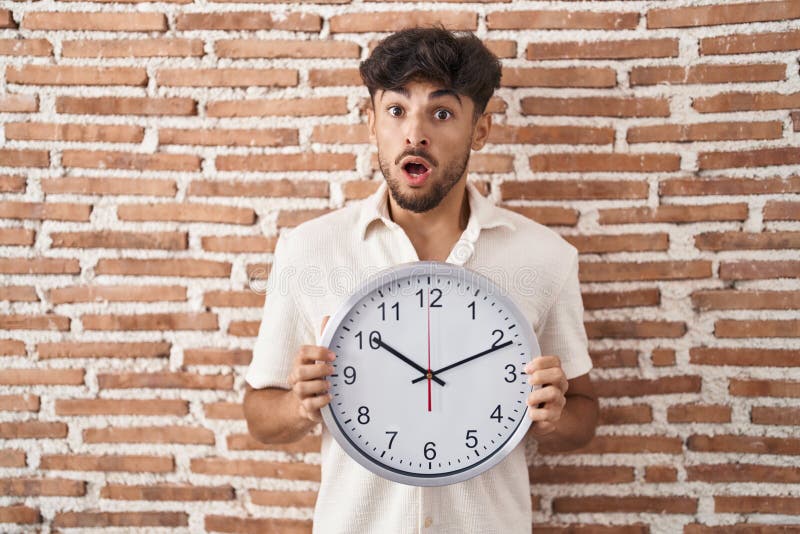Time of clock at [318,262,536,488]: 10:11
